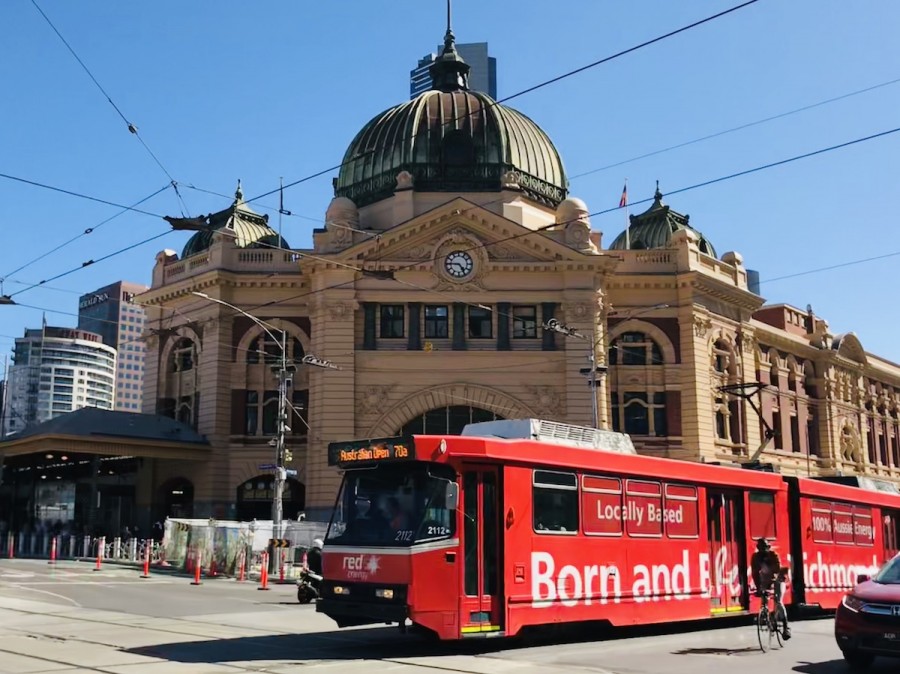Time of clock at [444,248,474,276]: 4:45
